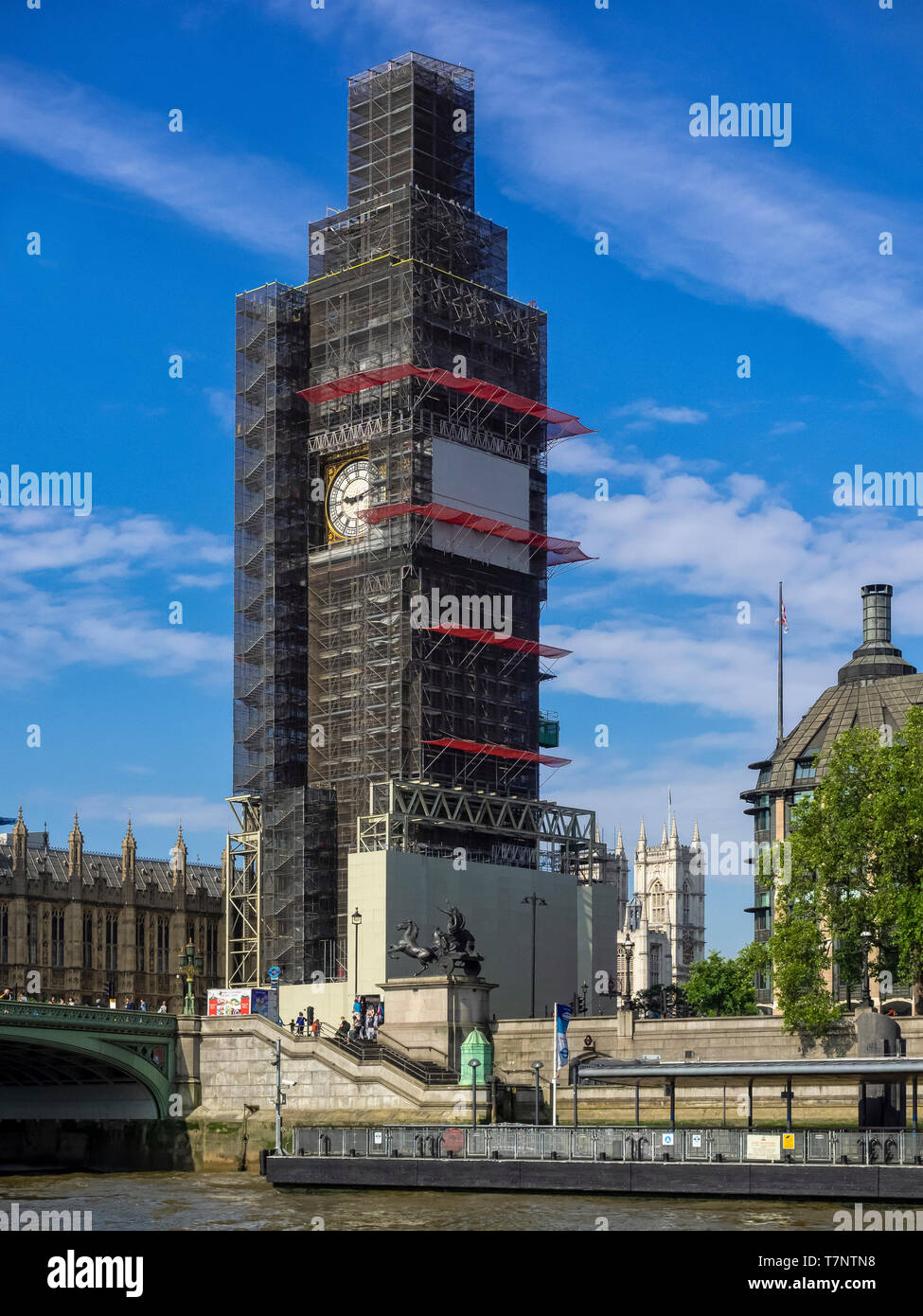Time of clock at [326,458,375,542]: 9:11
